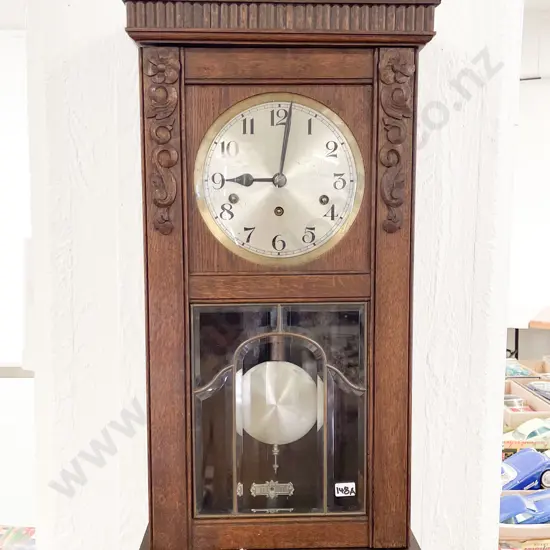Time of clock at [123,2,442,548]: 9:01
